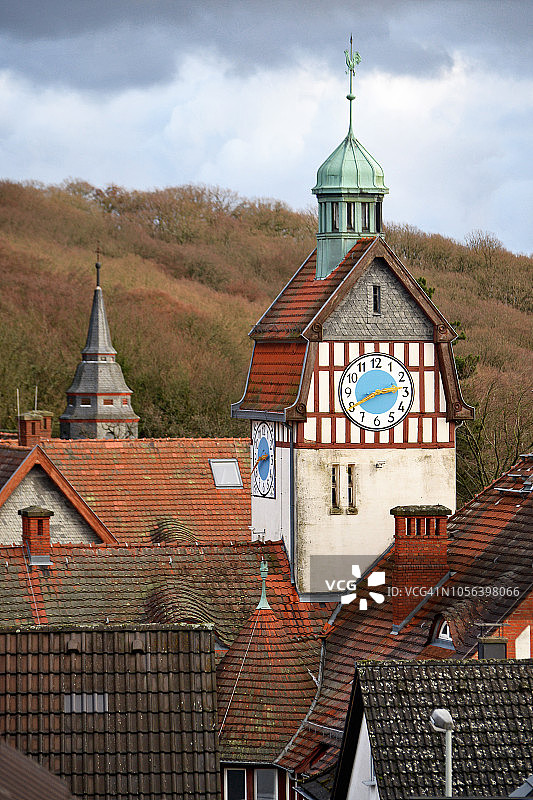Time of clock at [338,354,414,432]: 2:40
